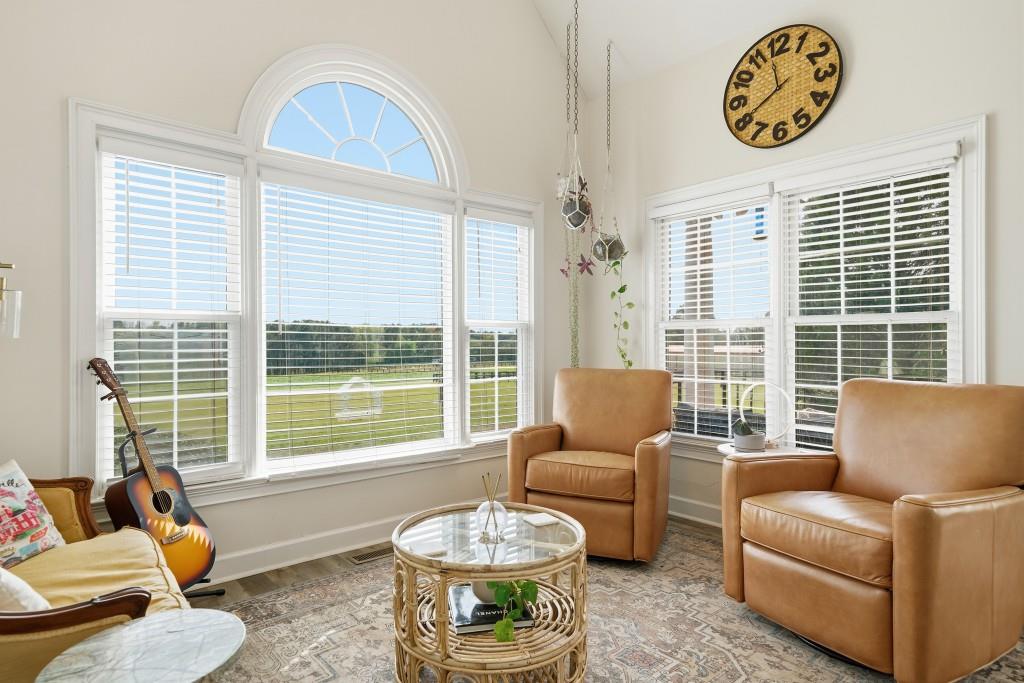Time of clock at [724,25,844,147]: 11:39
